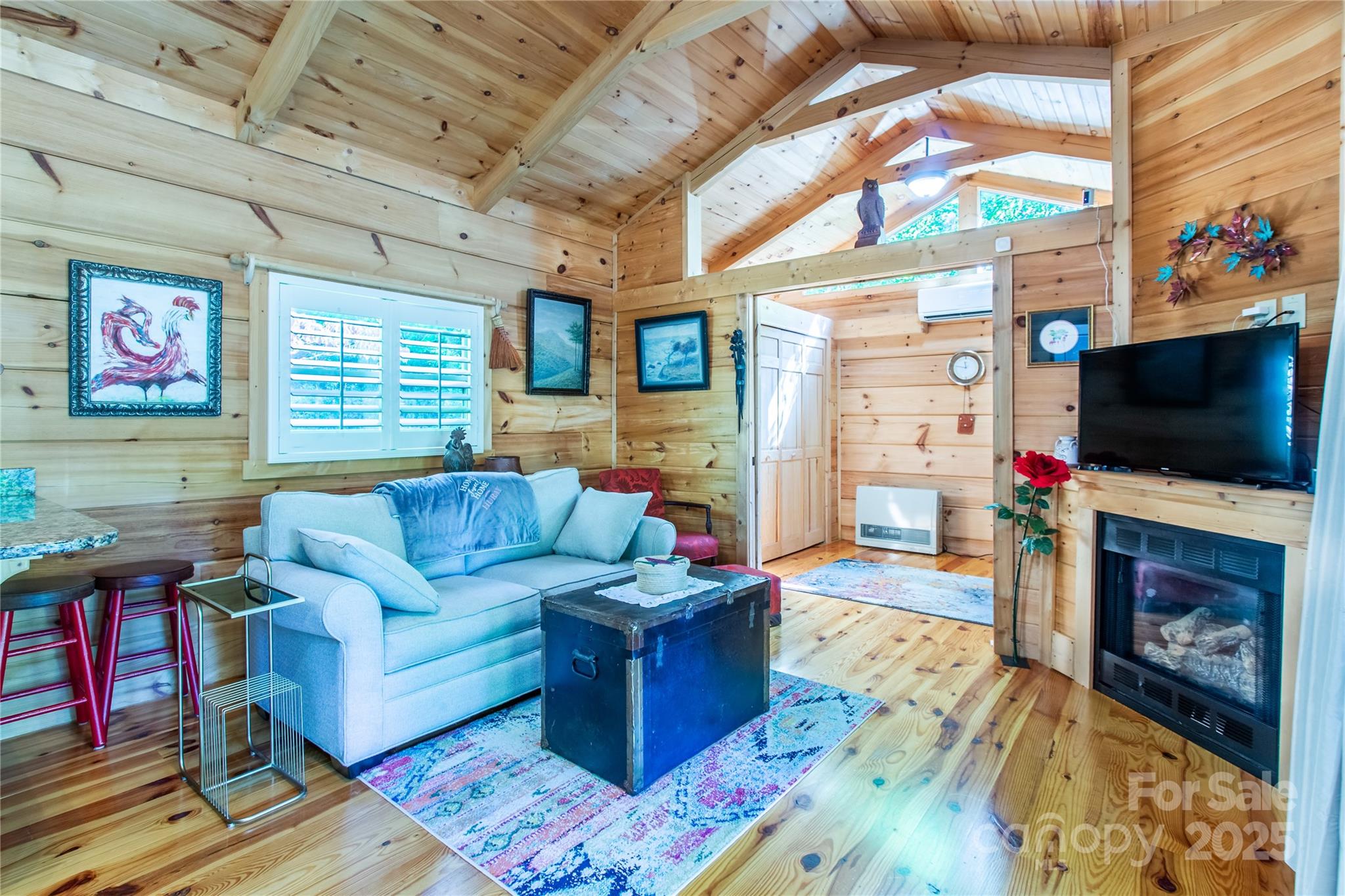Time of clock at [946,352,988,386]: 11:46
